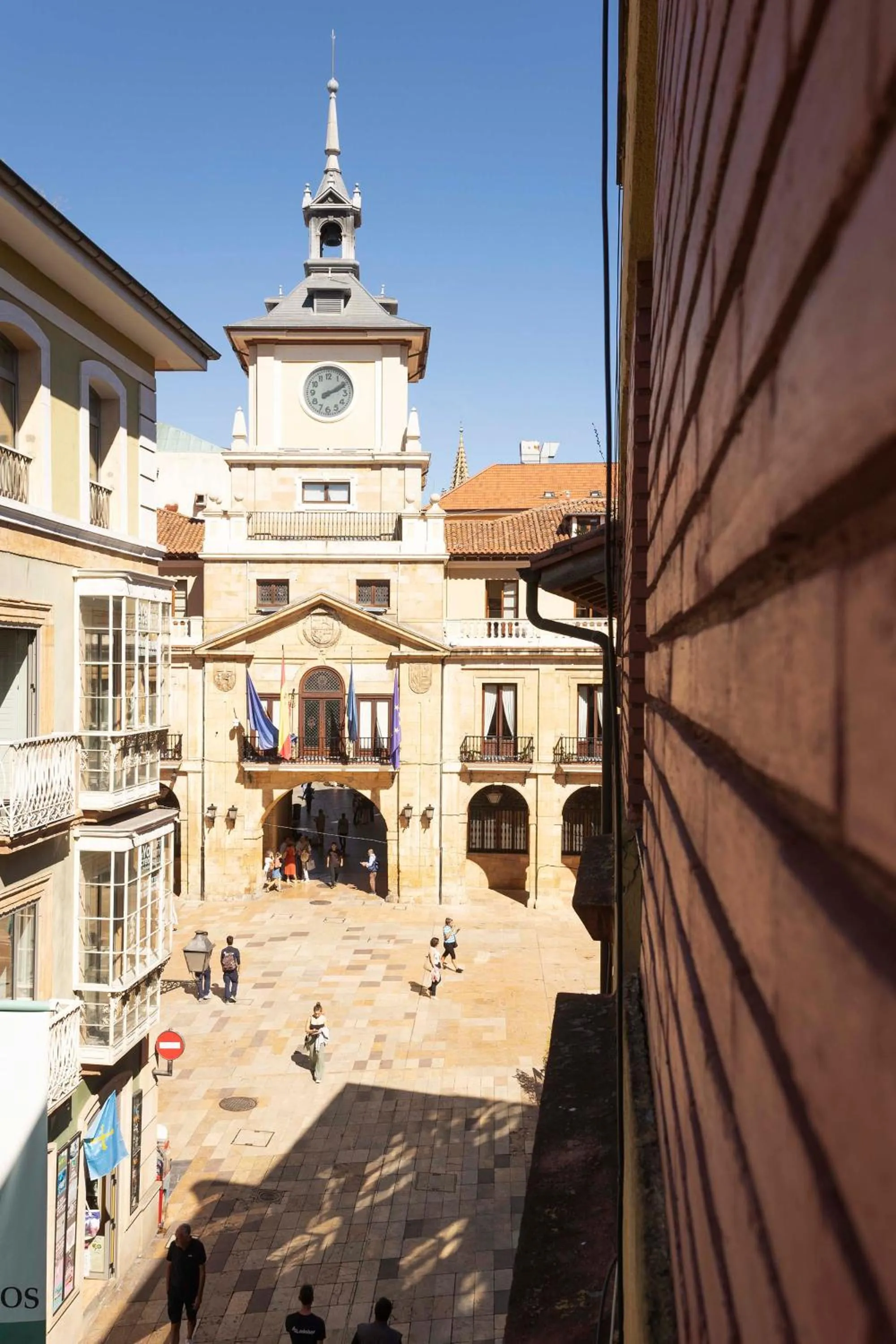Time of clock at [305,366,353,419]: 2:09
